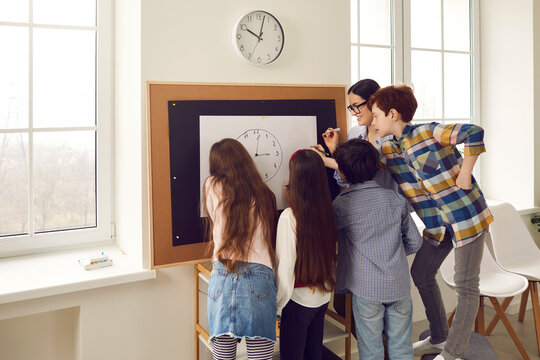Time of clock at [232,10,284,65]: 10:02
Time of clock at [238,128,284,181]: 3:01
